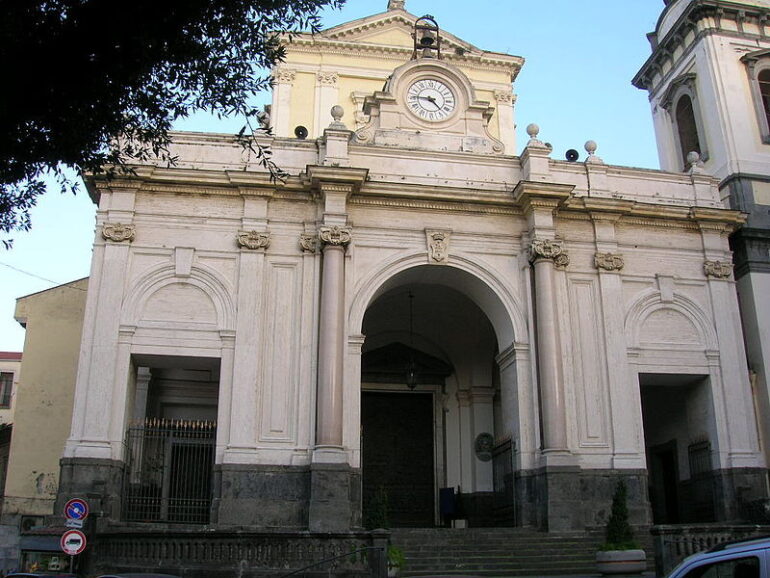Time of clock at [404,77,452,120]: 4:45
